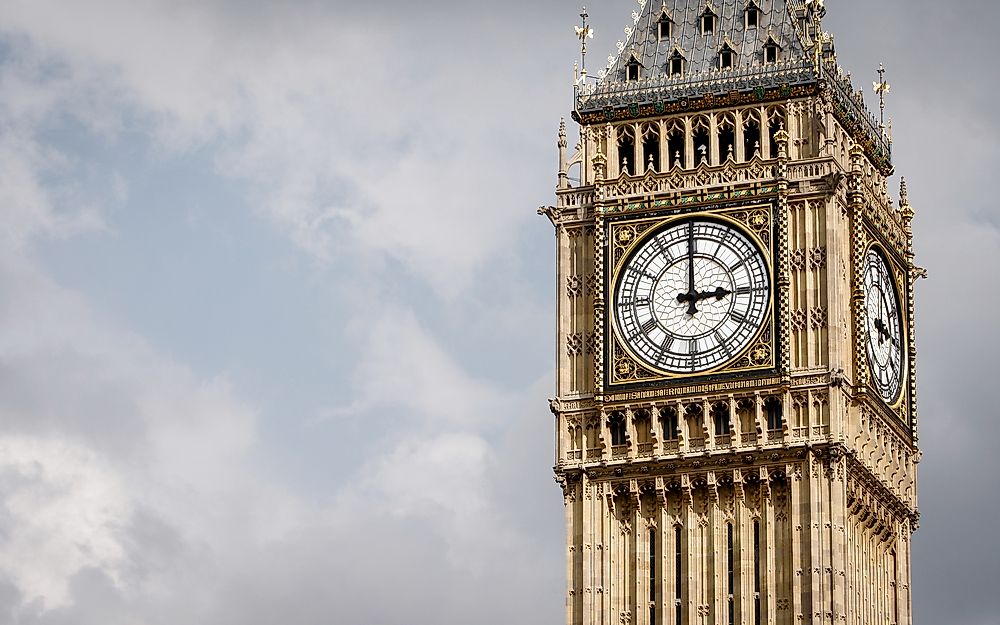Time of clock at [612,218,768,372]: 2:59
